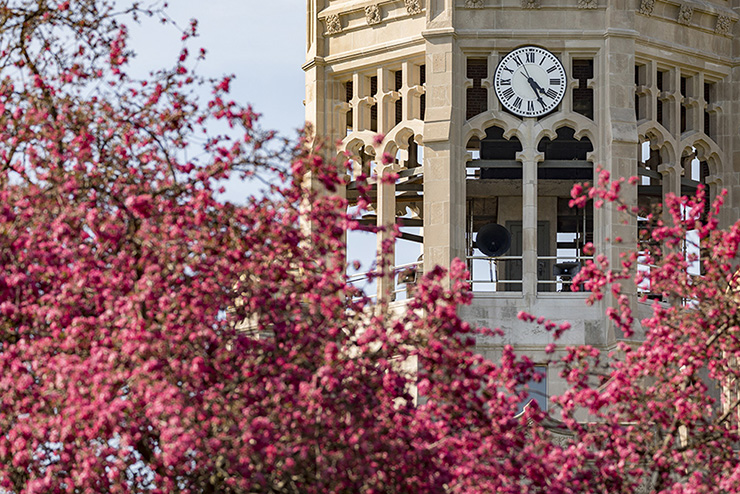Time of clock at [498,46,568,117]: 4:25
